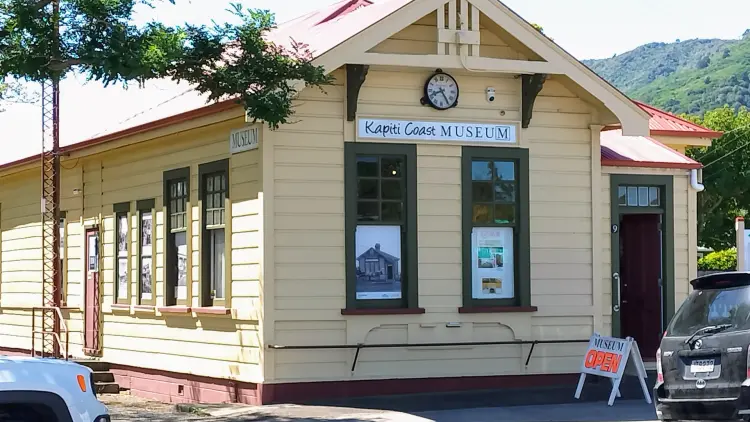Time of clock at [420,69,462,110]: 8:24
